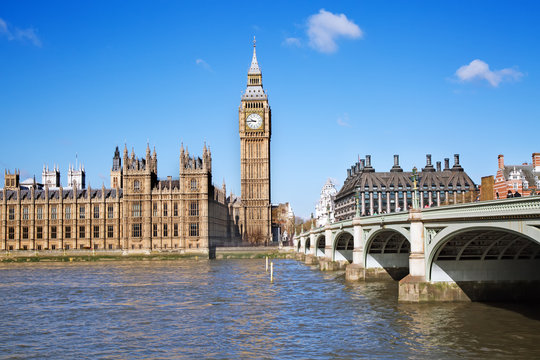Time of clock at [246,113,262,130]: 9:44
